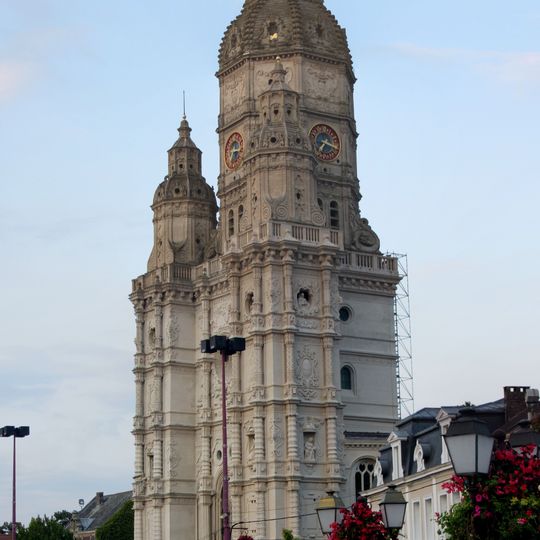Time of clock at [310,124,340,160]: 7:18
